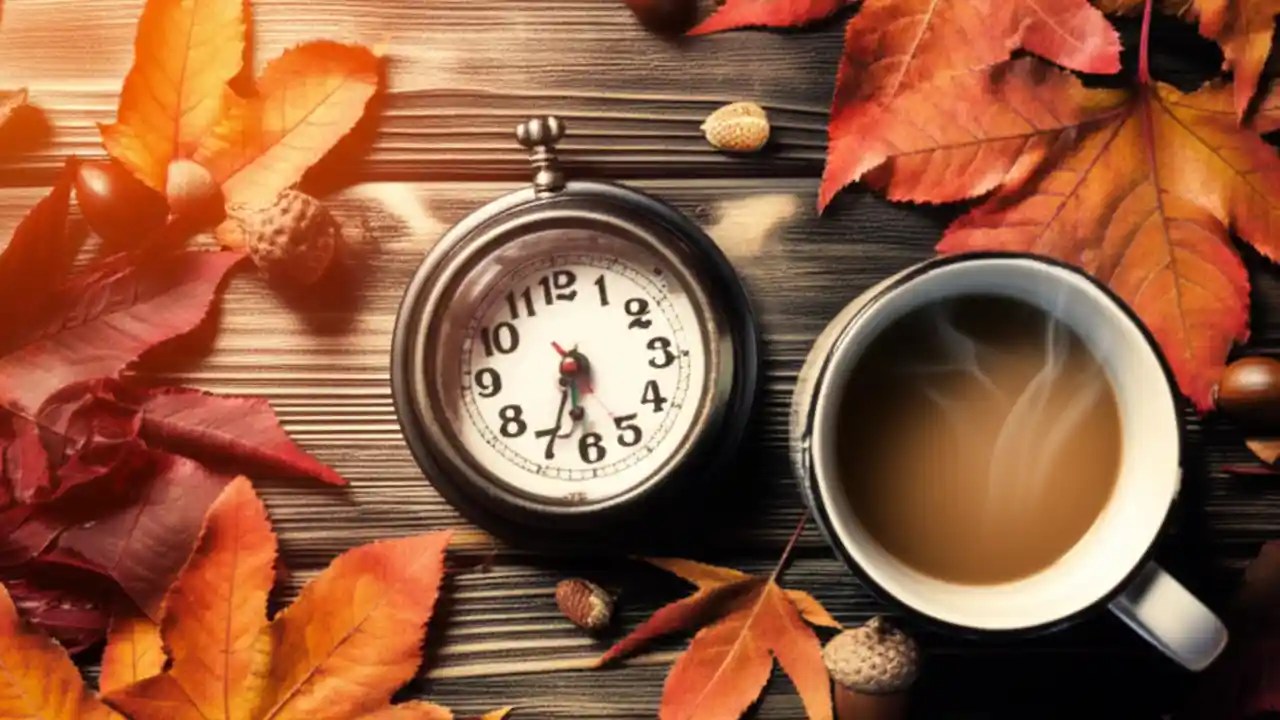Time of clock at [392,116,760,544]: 5:33
